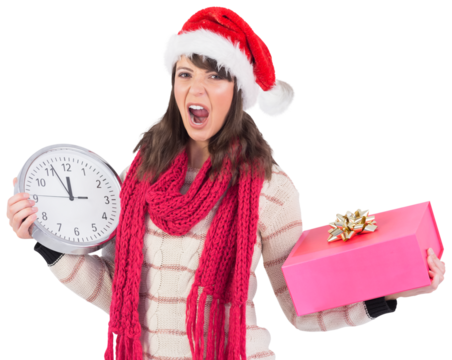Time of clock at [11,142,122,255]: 11:55
